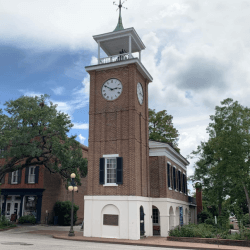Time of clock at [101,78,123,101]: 2:50
